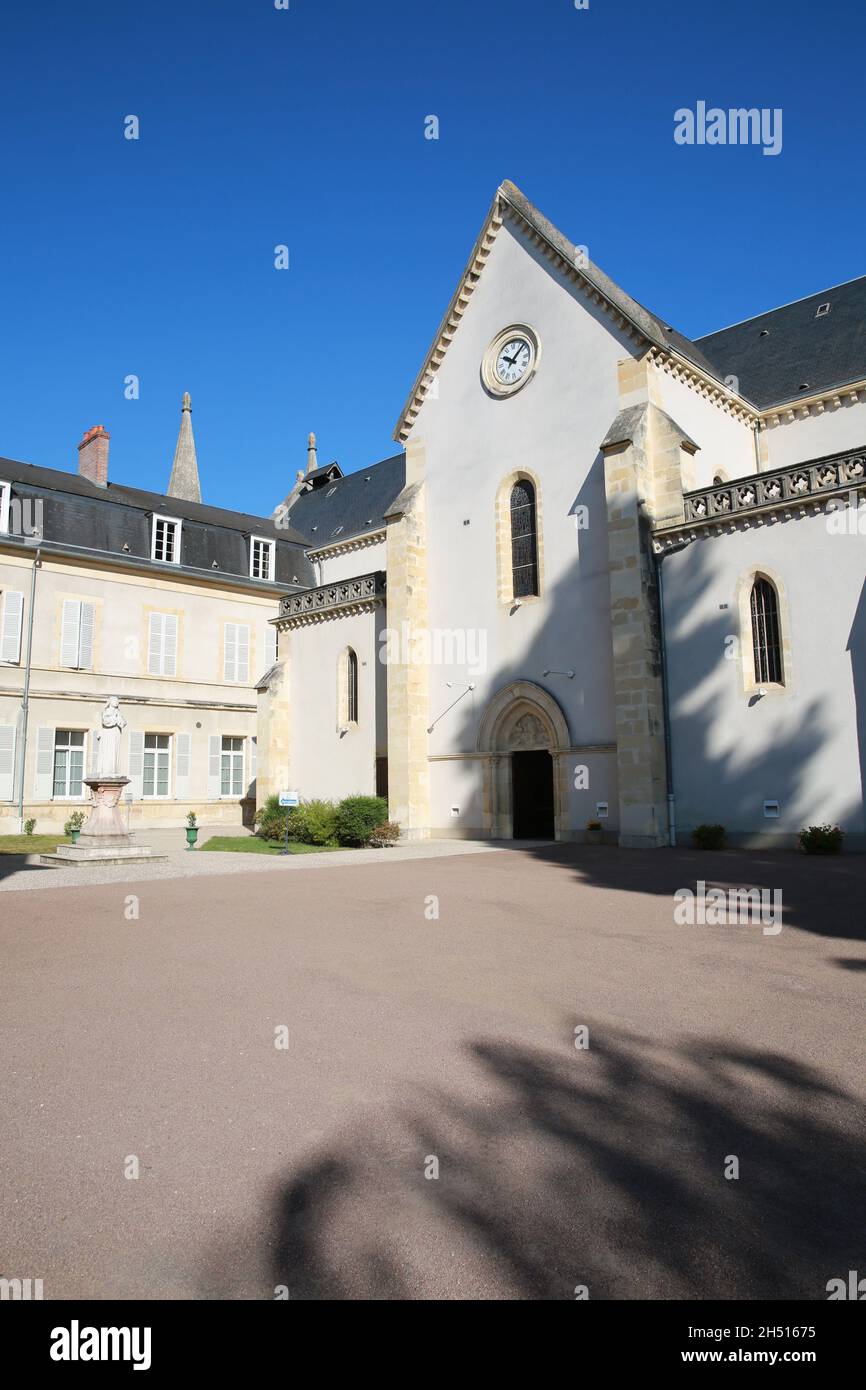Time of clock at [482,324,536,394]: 10:07
